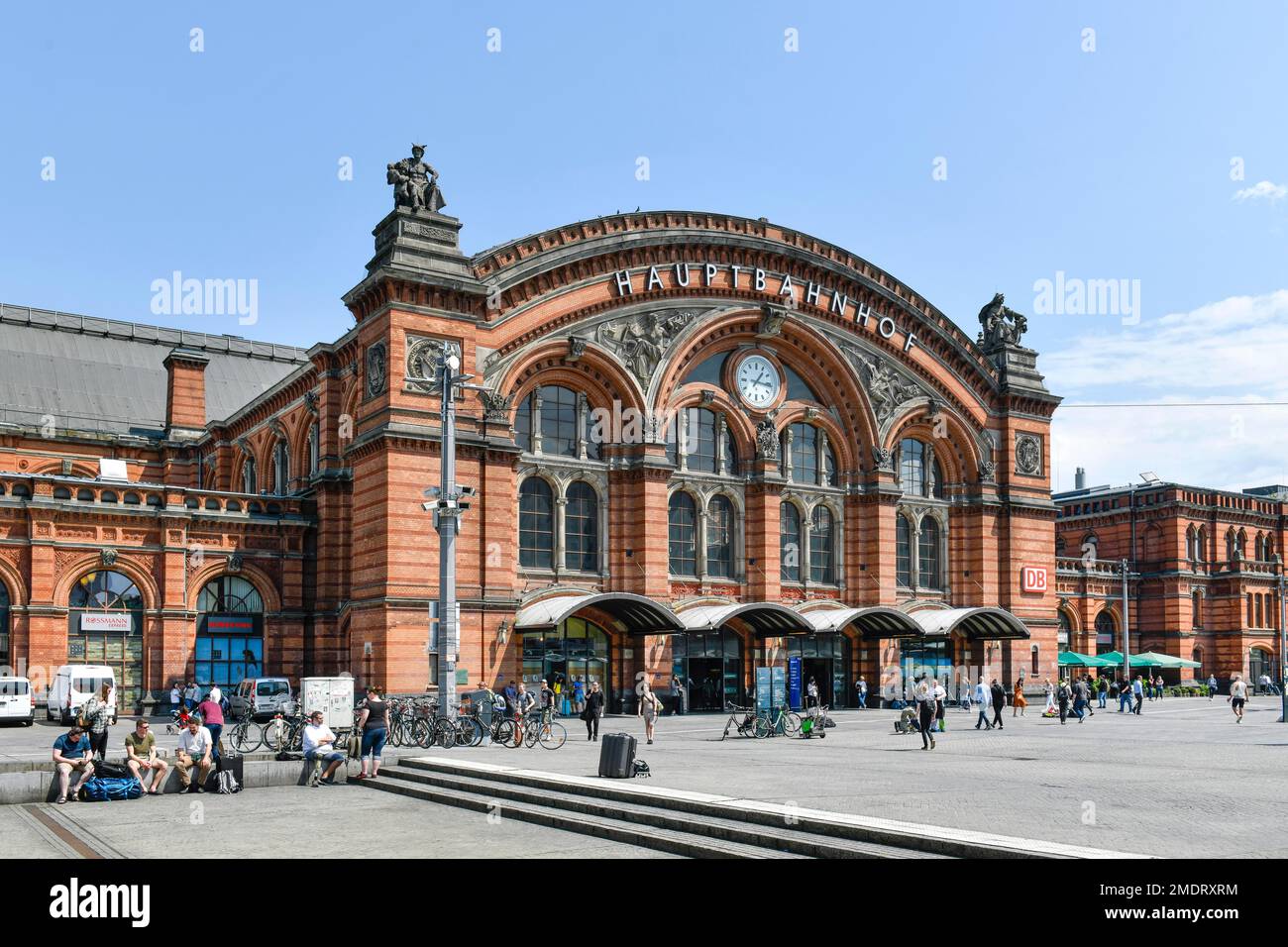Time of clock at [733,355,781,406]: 1:16
